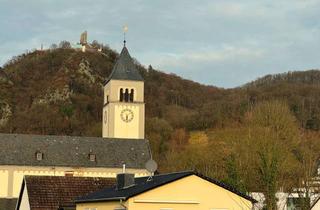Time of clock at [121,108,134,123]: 6:08
